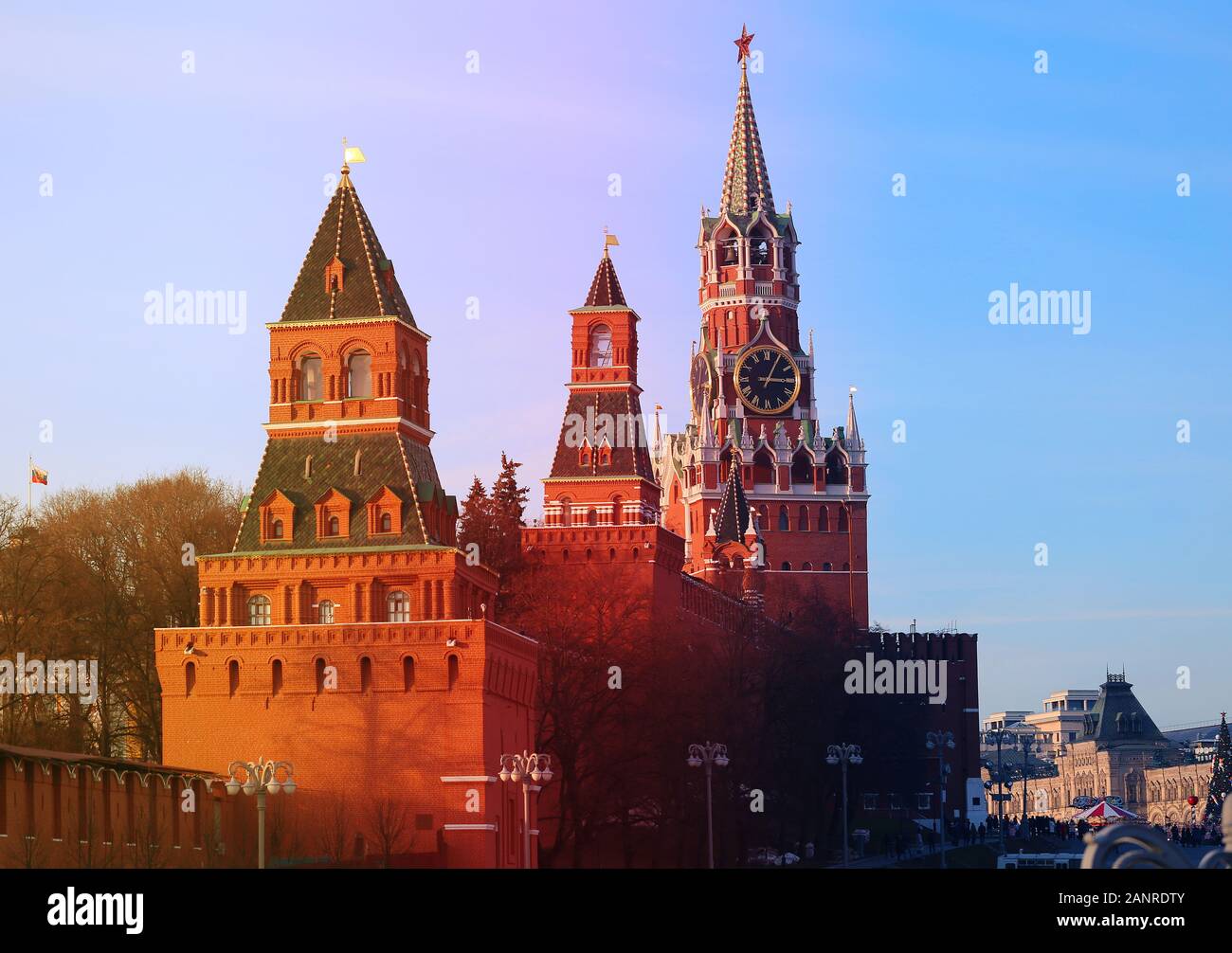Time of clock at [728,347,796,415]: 3:04
